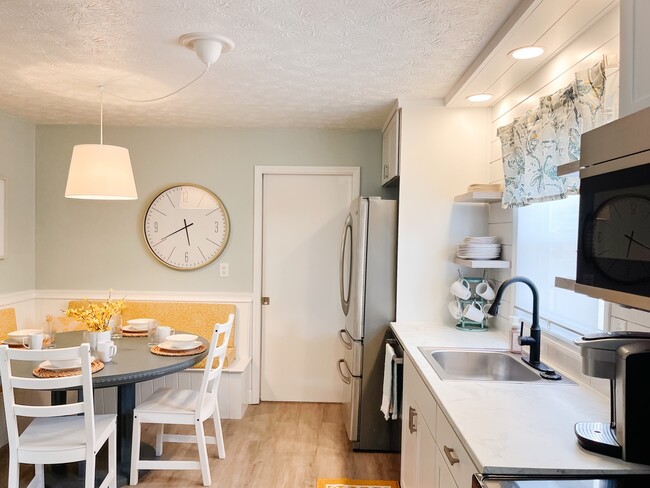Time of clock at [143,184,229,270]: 5:40
